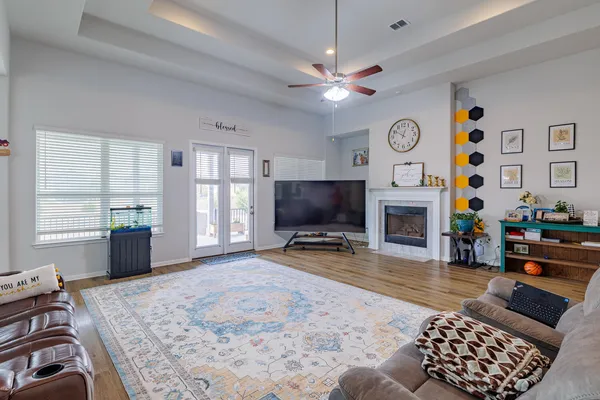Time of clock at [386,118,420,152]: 12:50
